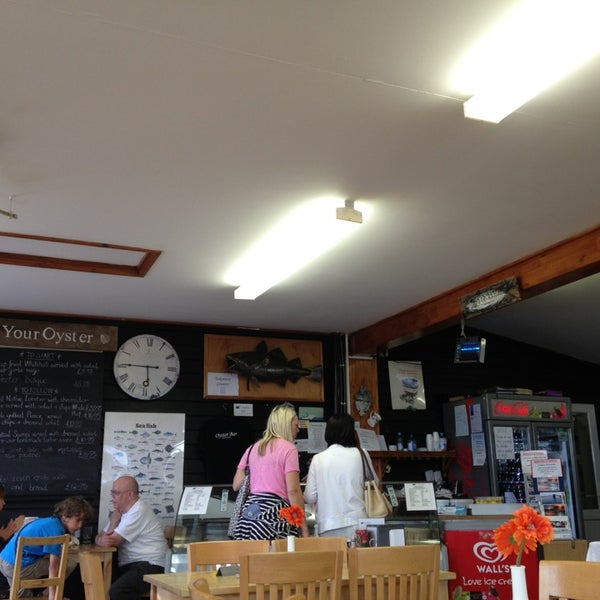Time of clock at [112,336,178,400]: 5:45
